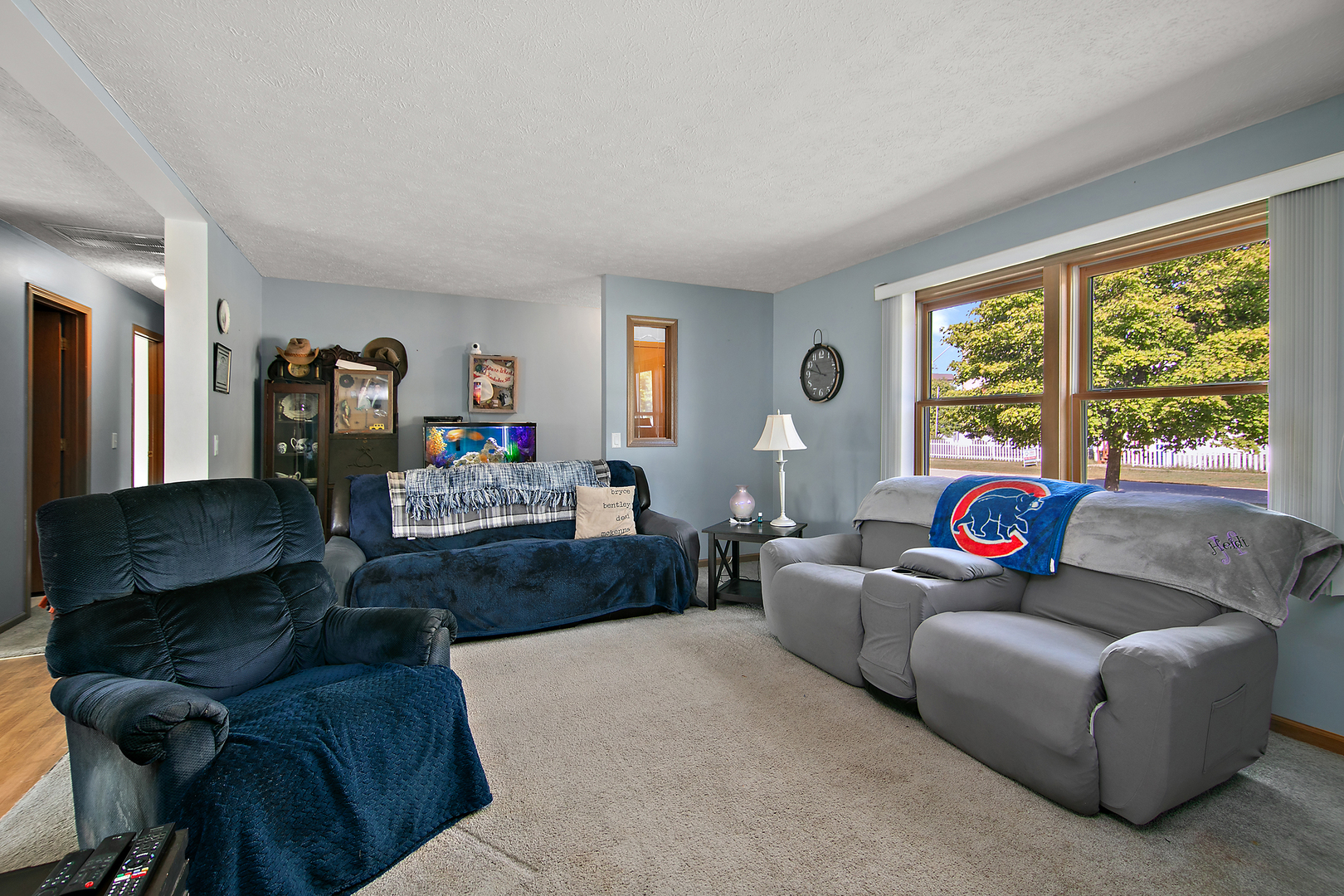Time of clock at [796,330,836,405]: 10:47
